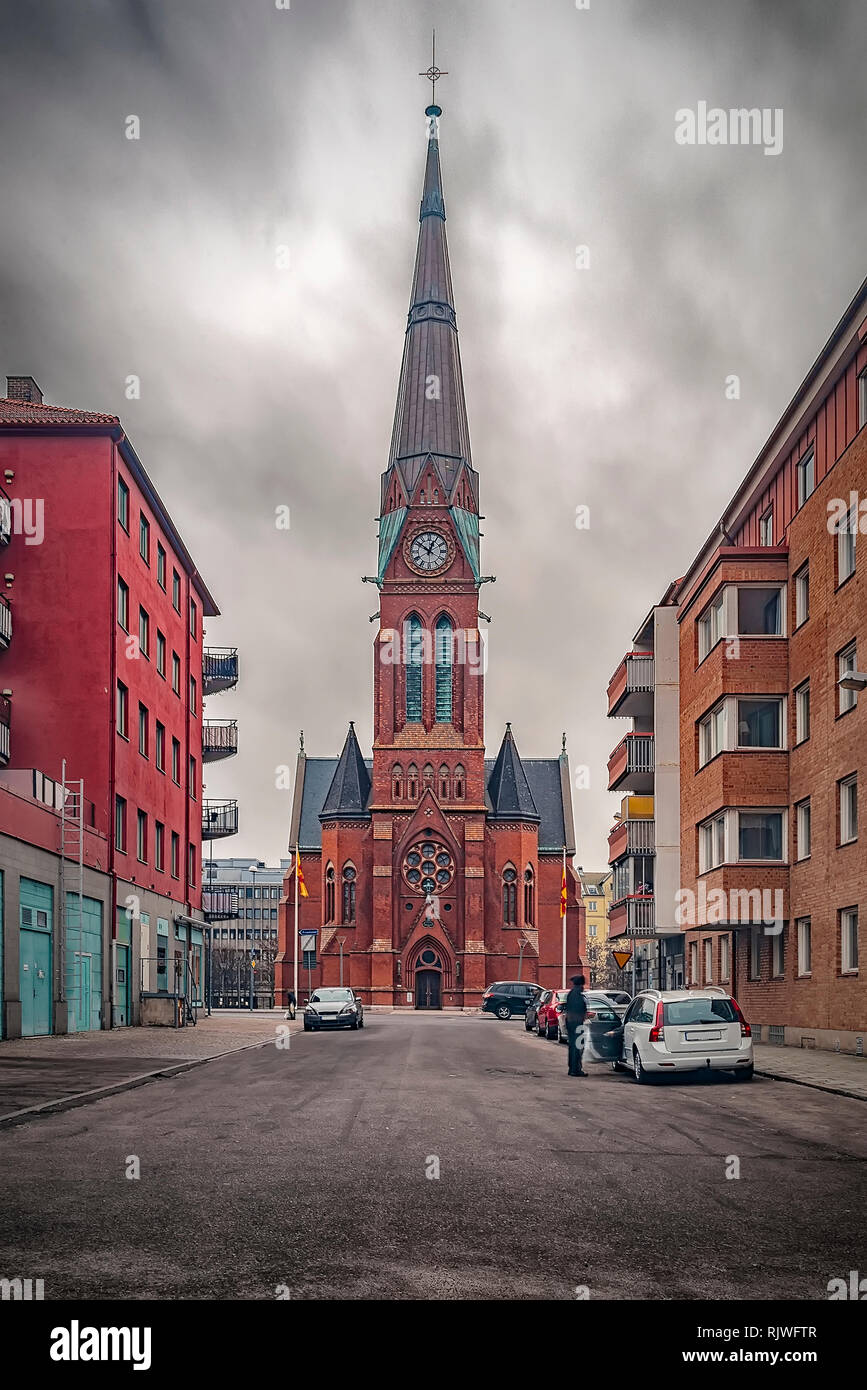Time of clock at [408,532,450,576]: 12:51
